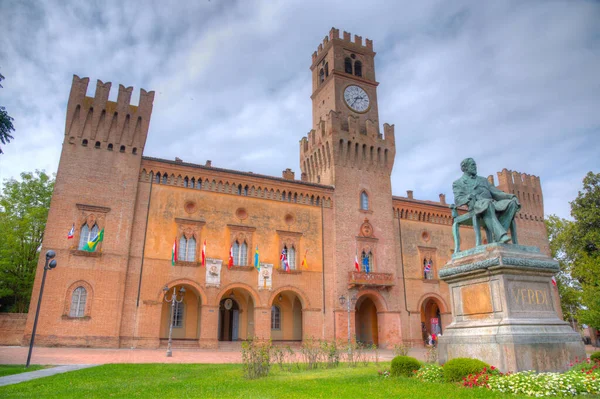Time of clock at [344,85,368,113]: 2:35
